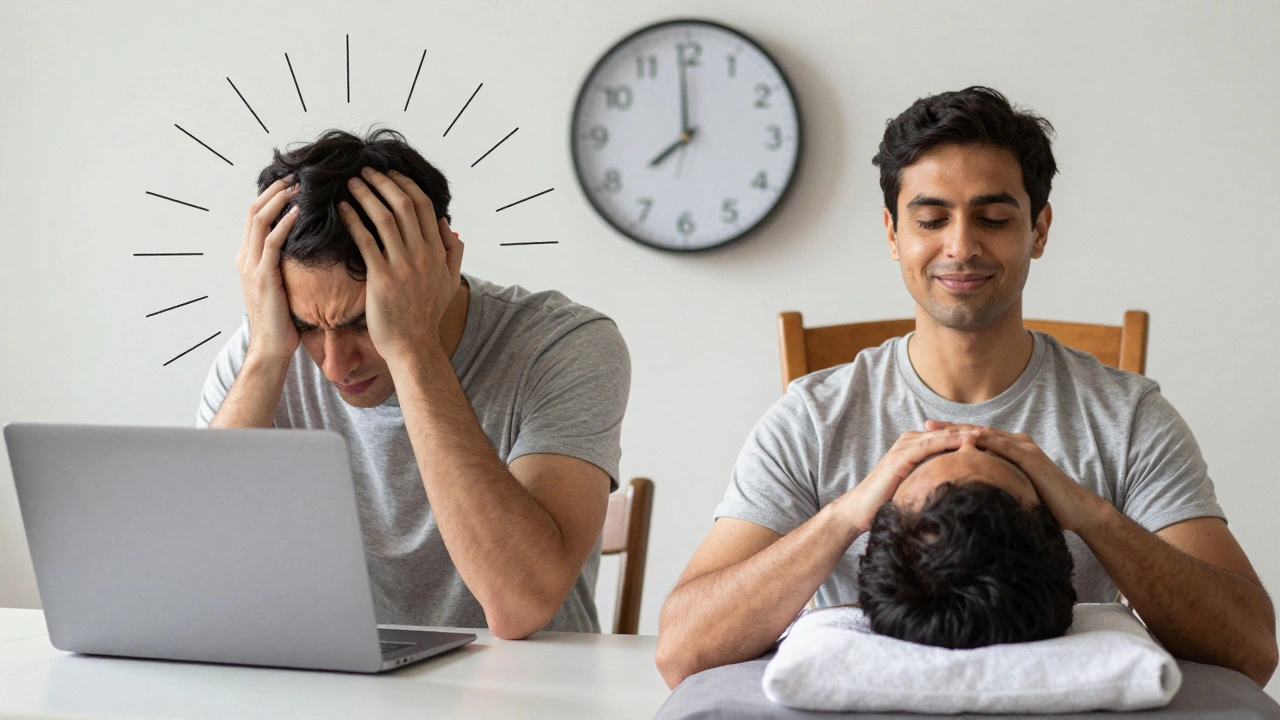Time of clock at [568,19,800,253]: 7:59
